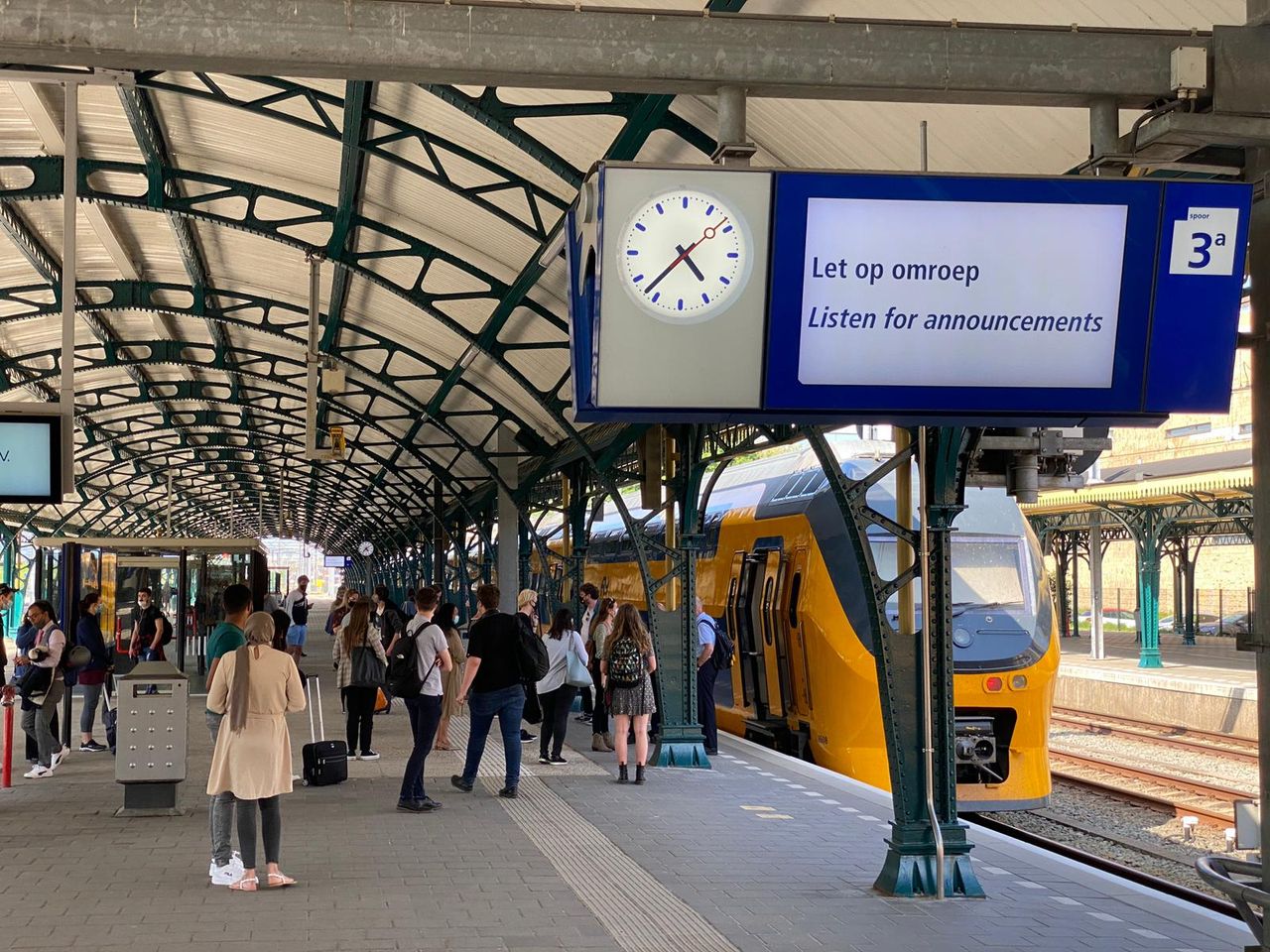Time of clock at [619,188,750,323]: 4:37
